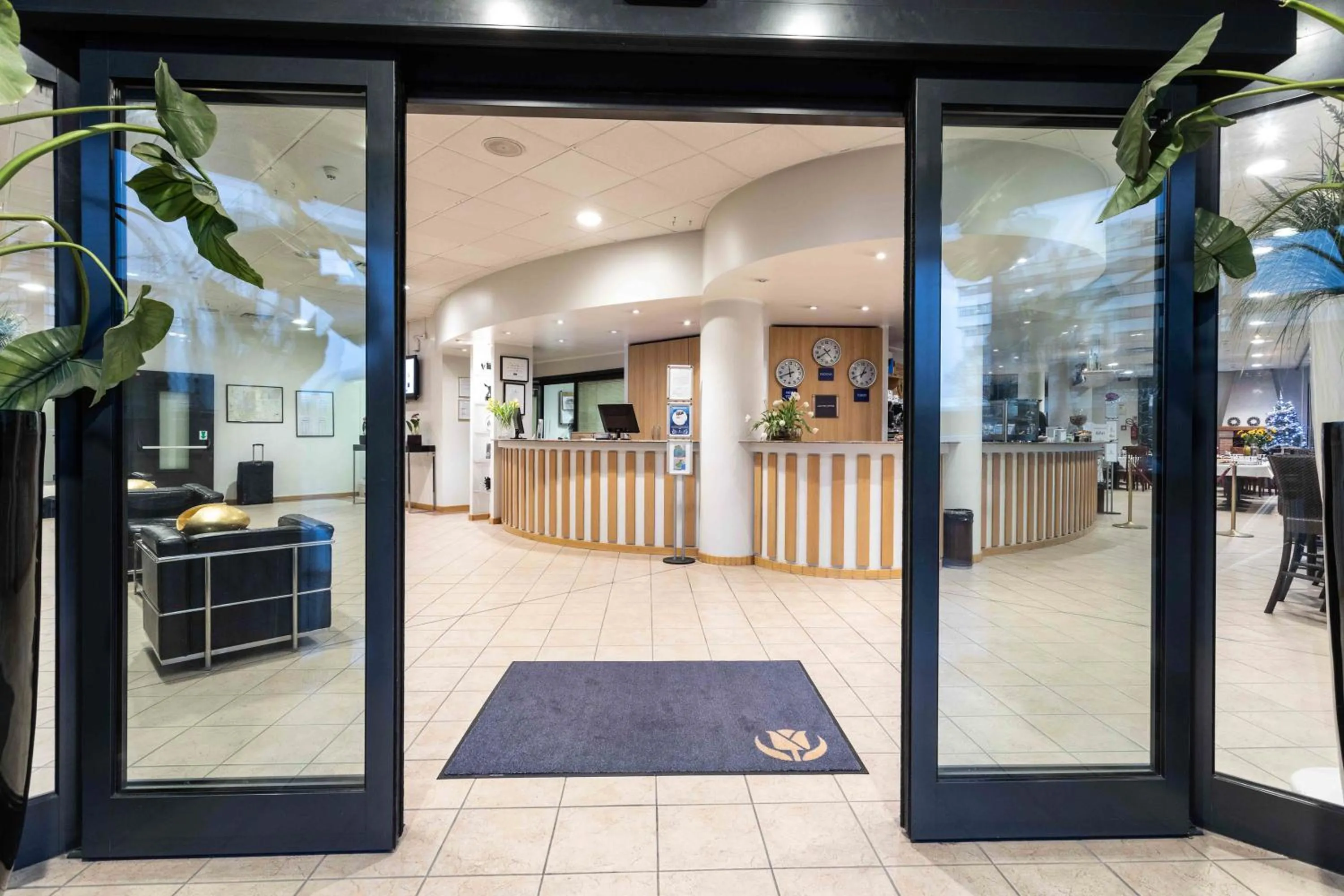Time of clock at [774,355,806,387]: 11:41
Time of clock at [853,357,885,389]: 12:40
